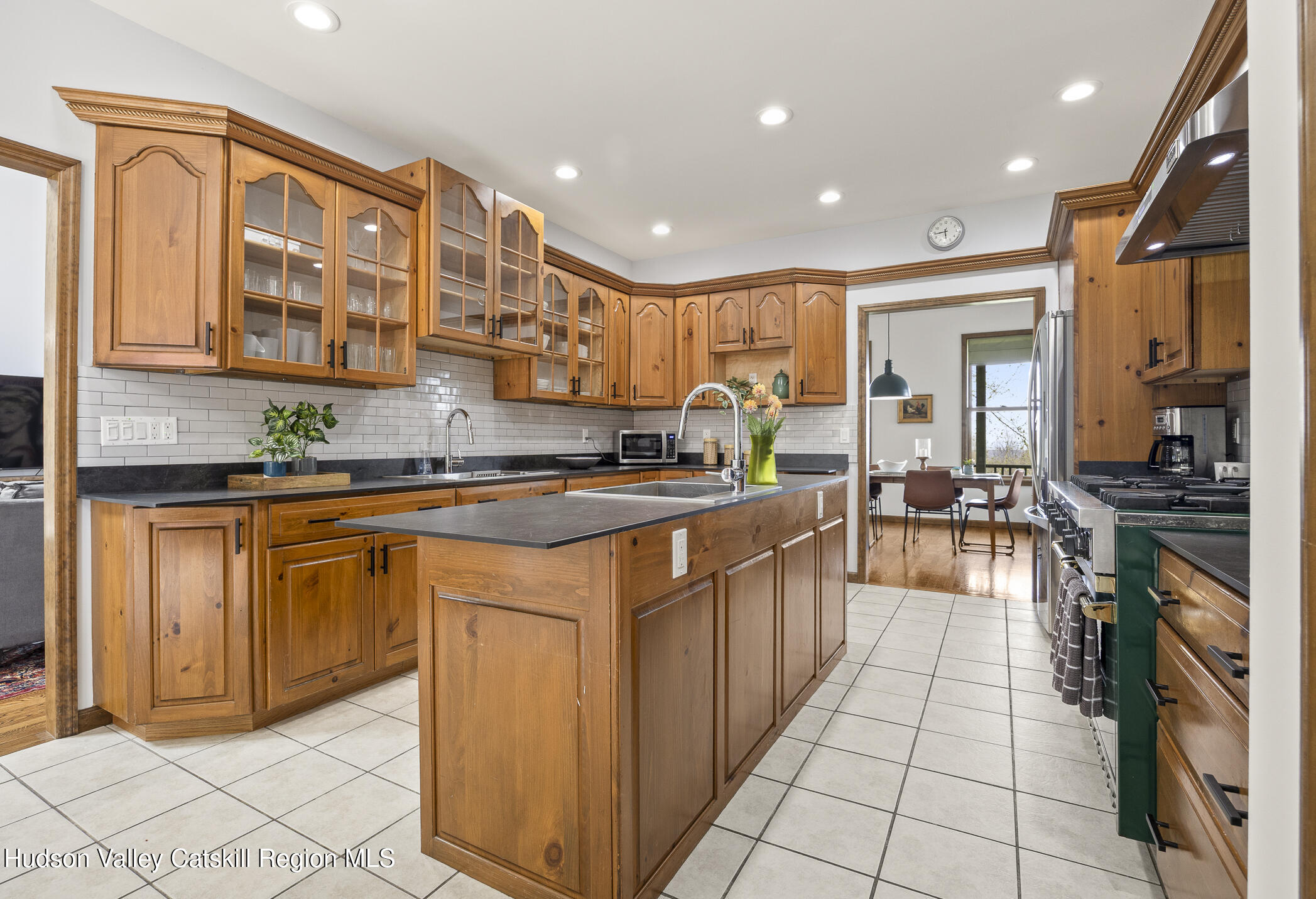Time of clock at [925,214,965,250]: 5:43
